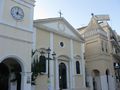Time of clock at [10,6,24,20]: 4:02
